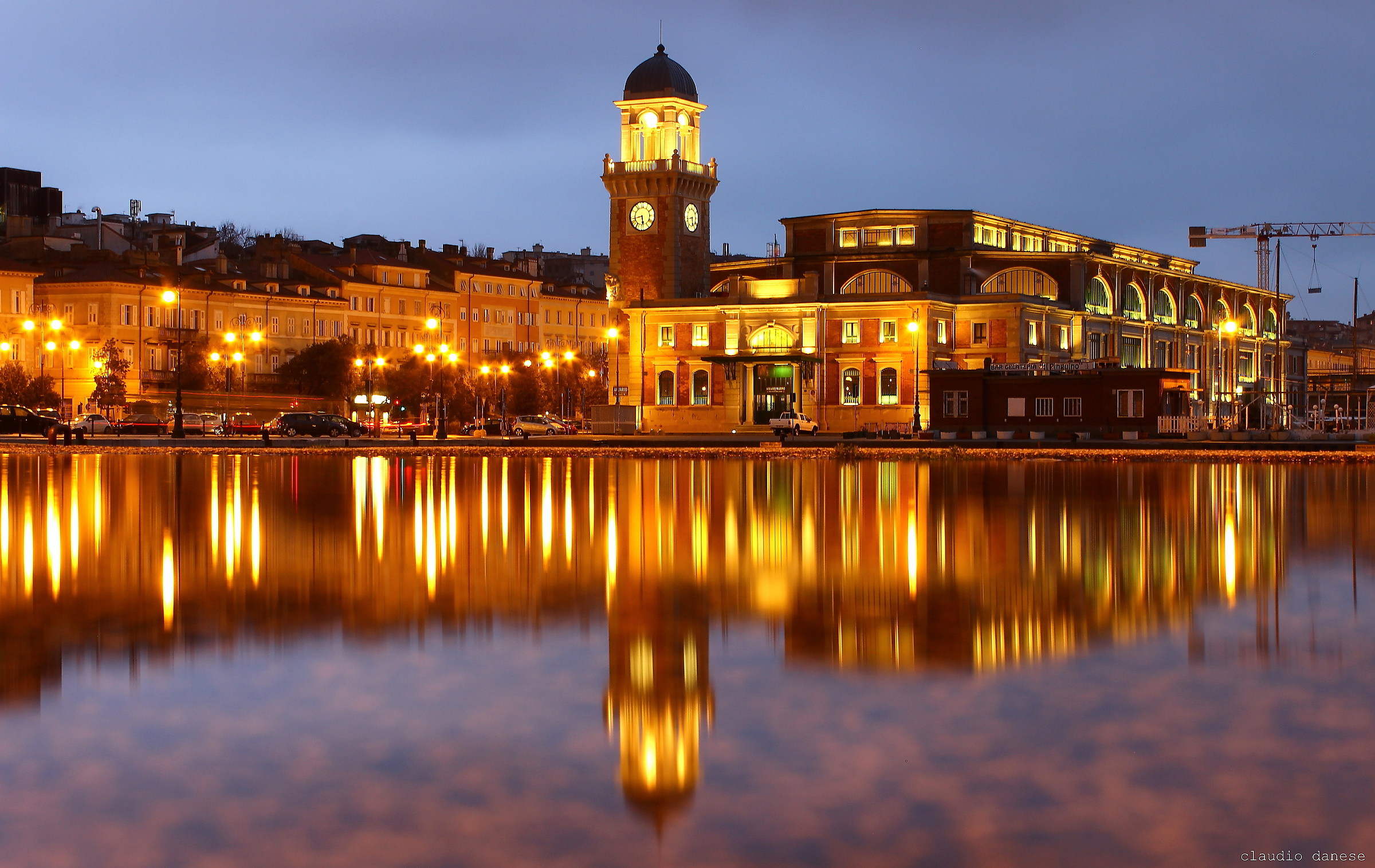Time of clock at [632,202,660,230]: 5:42
